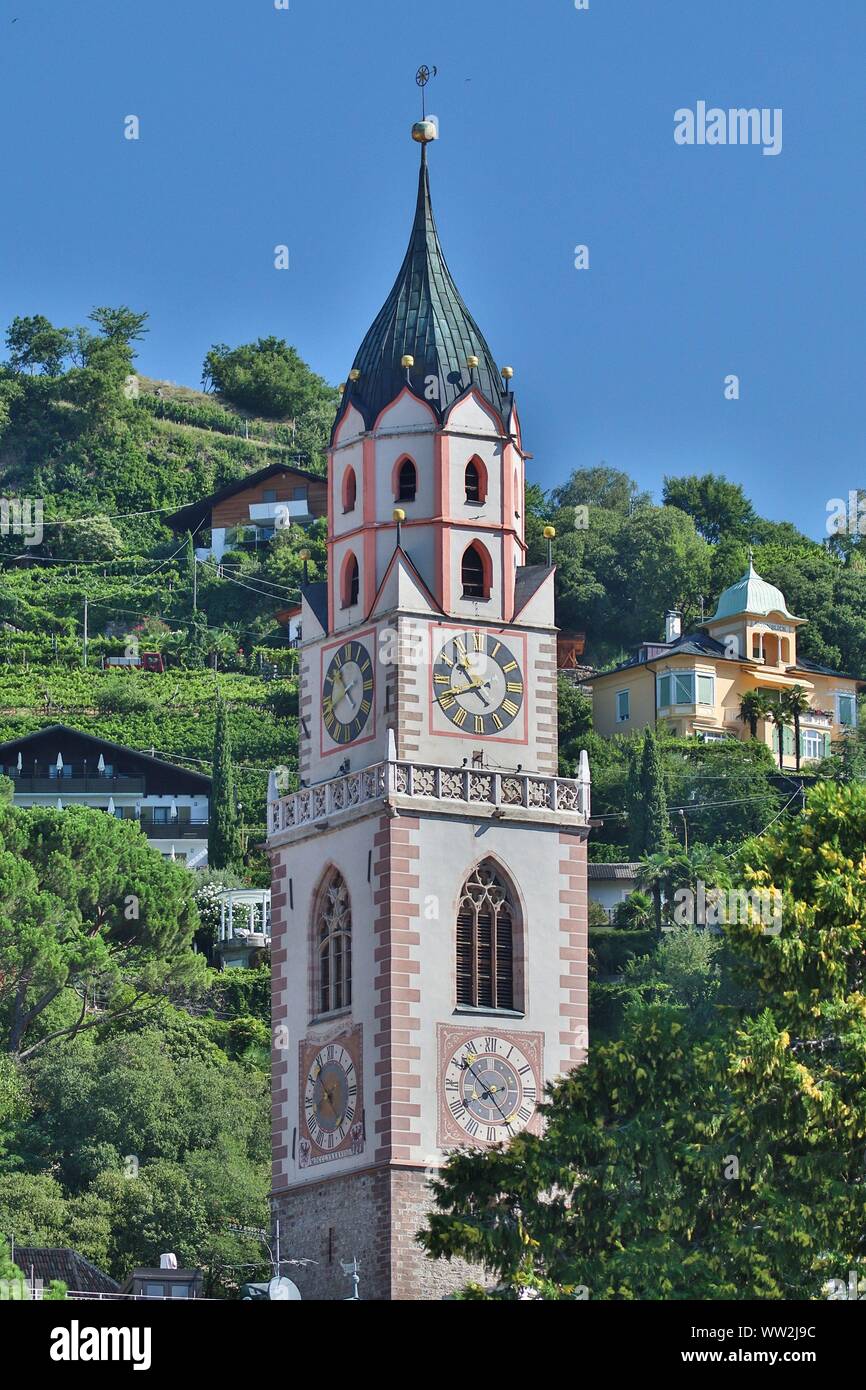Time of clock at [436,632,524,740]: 10:41
